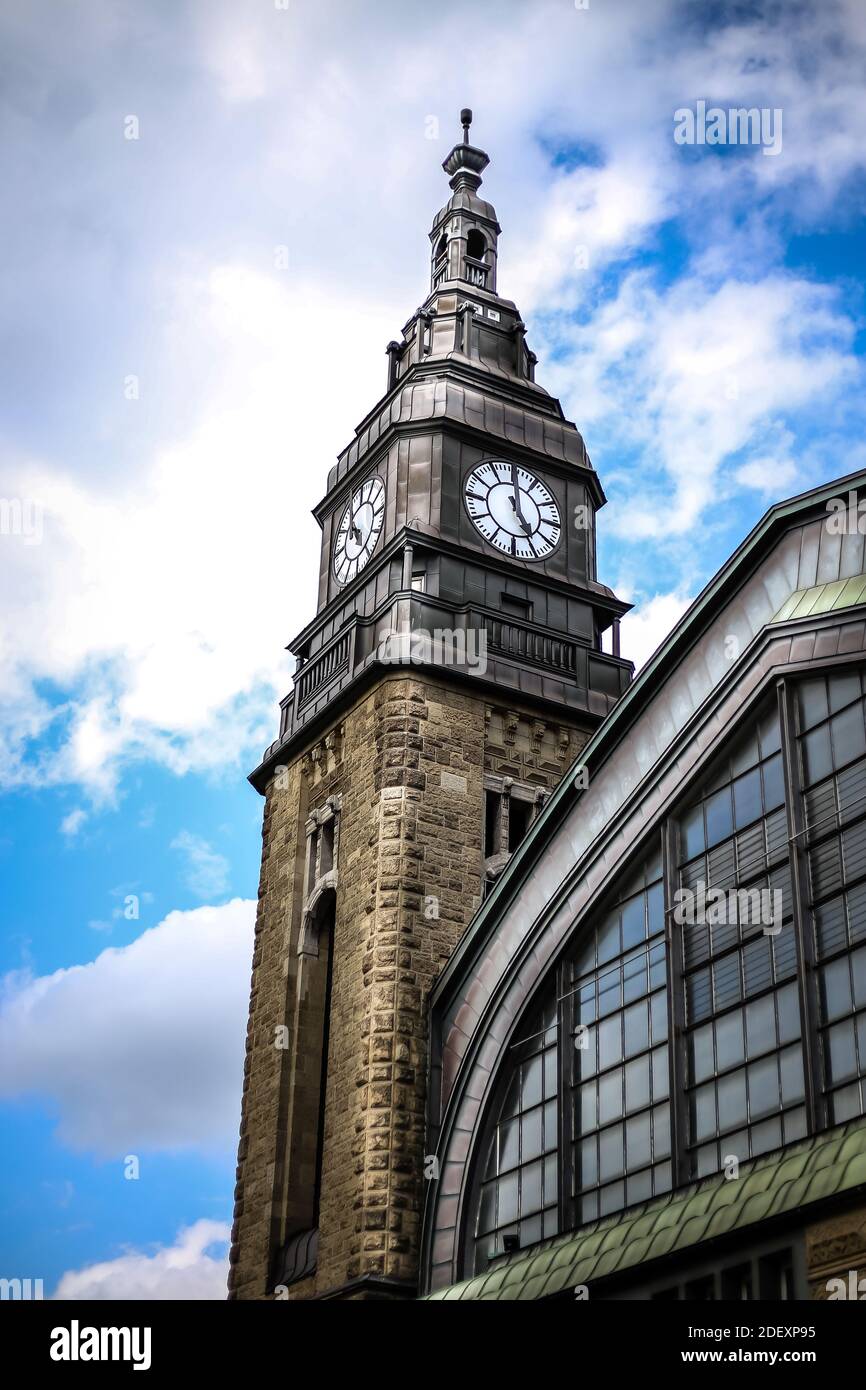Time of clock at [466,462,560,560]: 4:59
